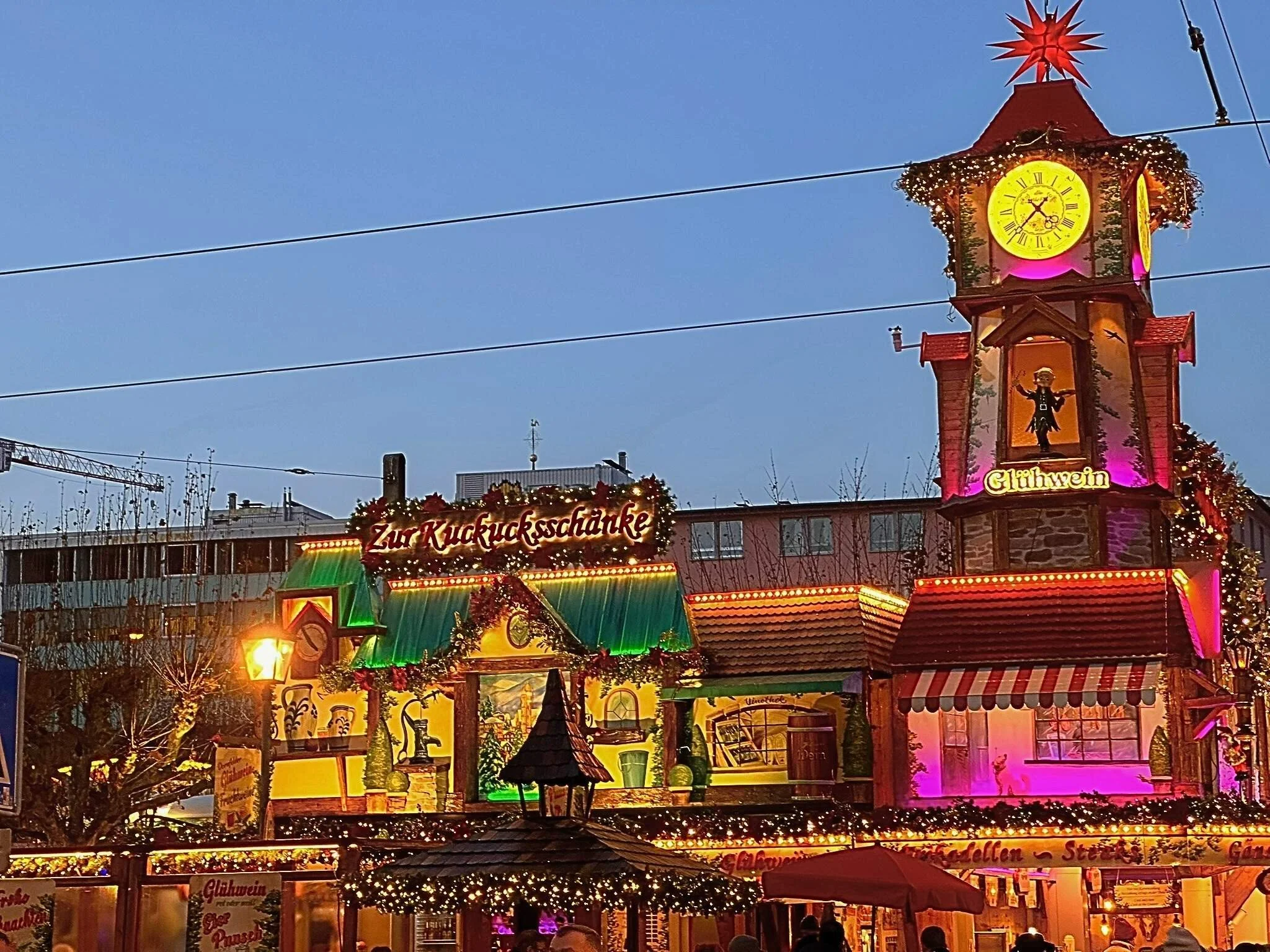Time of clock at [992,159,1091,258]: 4:37
